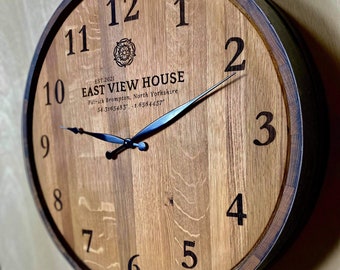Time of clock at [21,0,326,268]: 9:11
